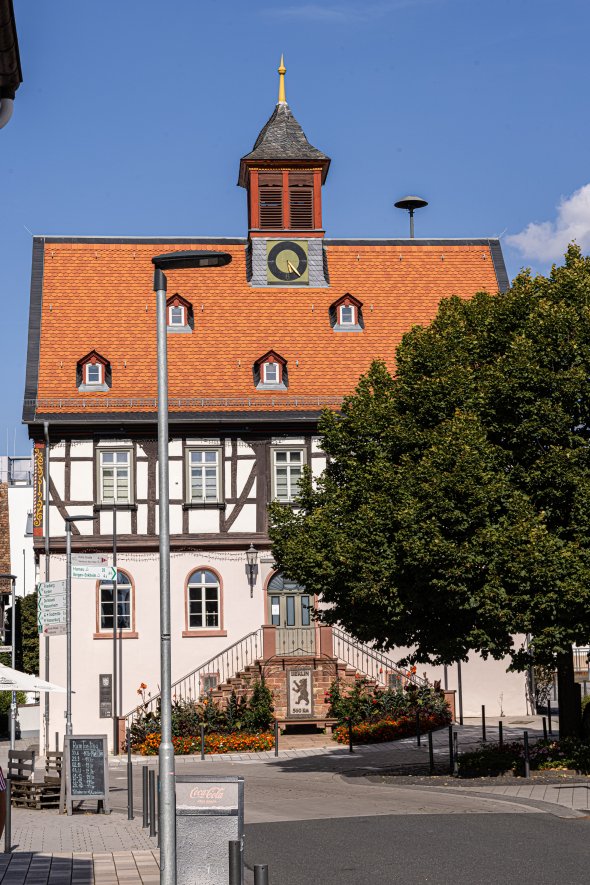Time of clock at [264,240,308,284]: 5:23
